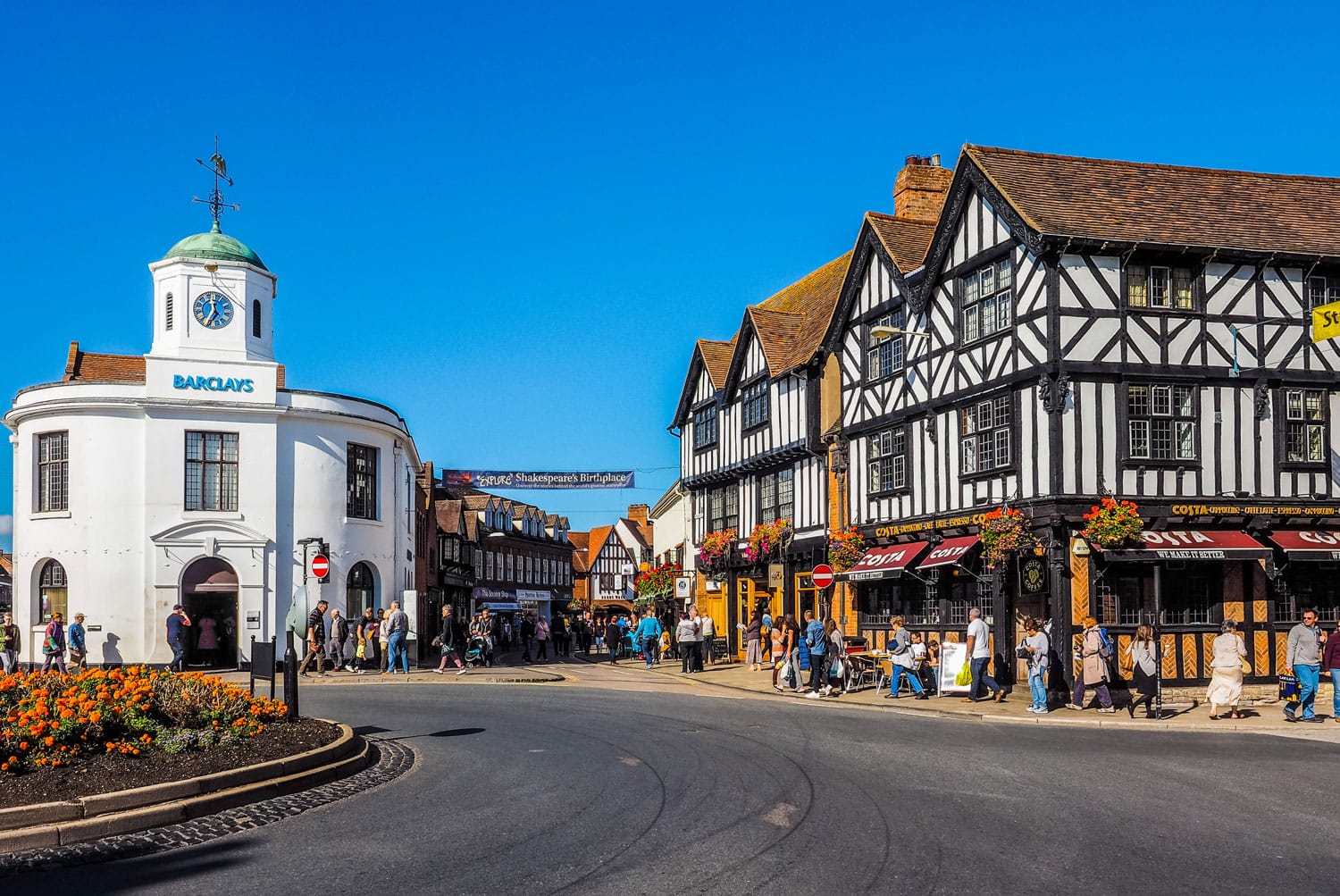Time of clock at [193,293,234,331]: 11:35
